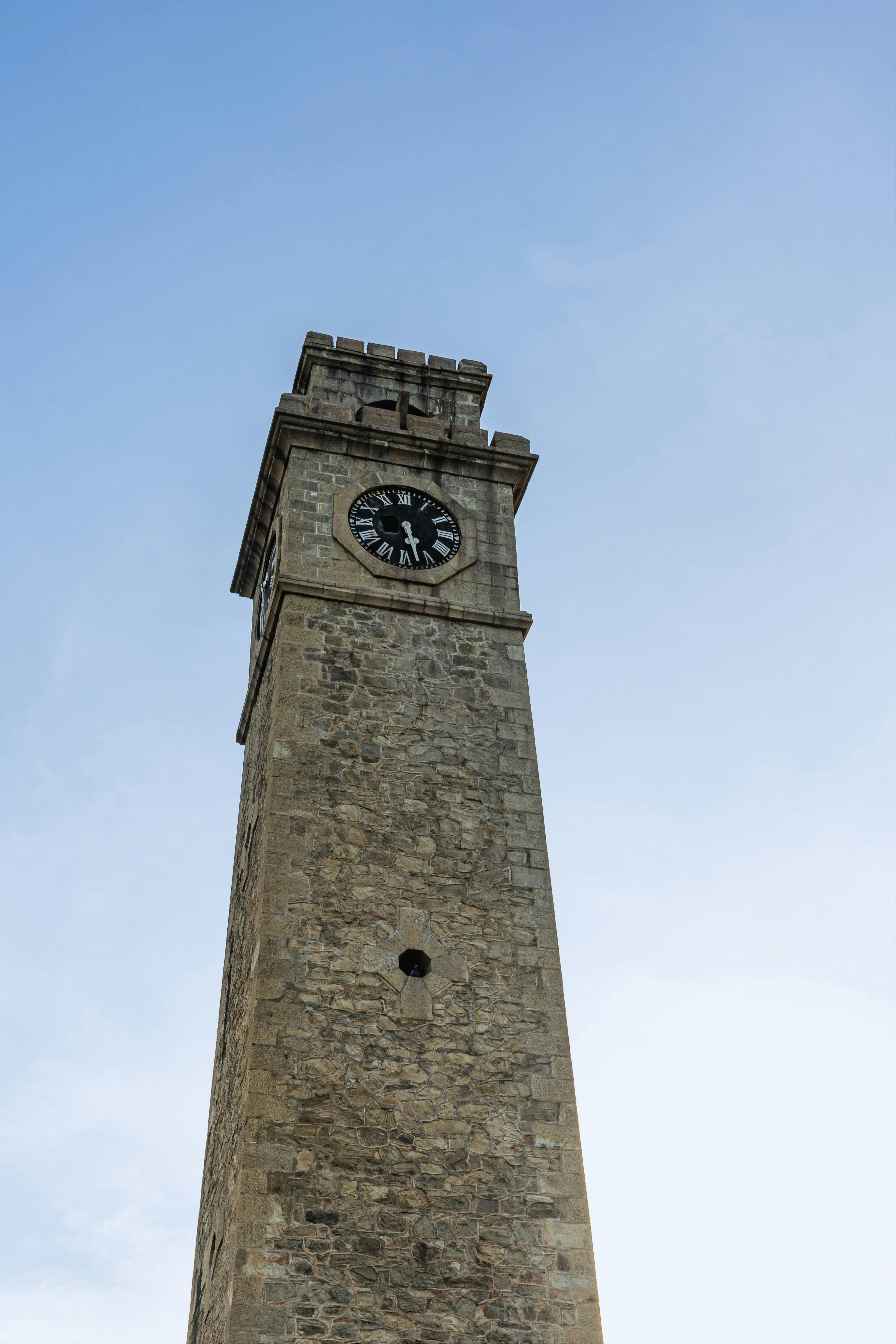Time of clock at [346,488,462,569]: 5:27
